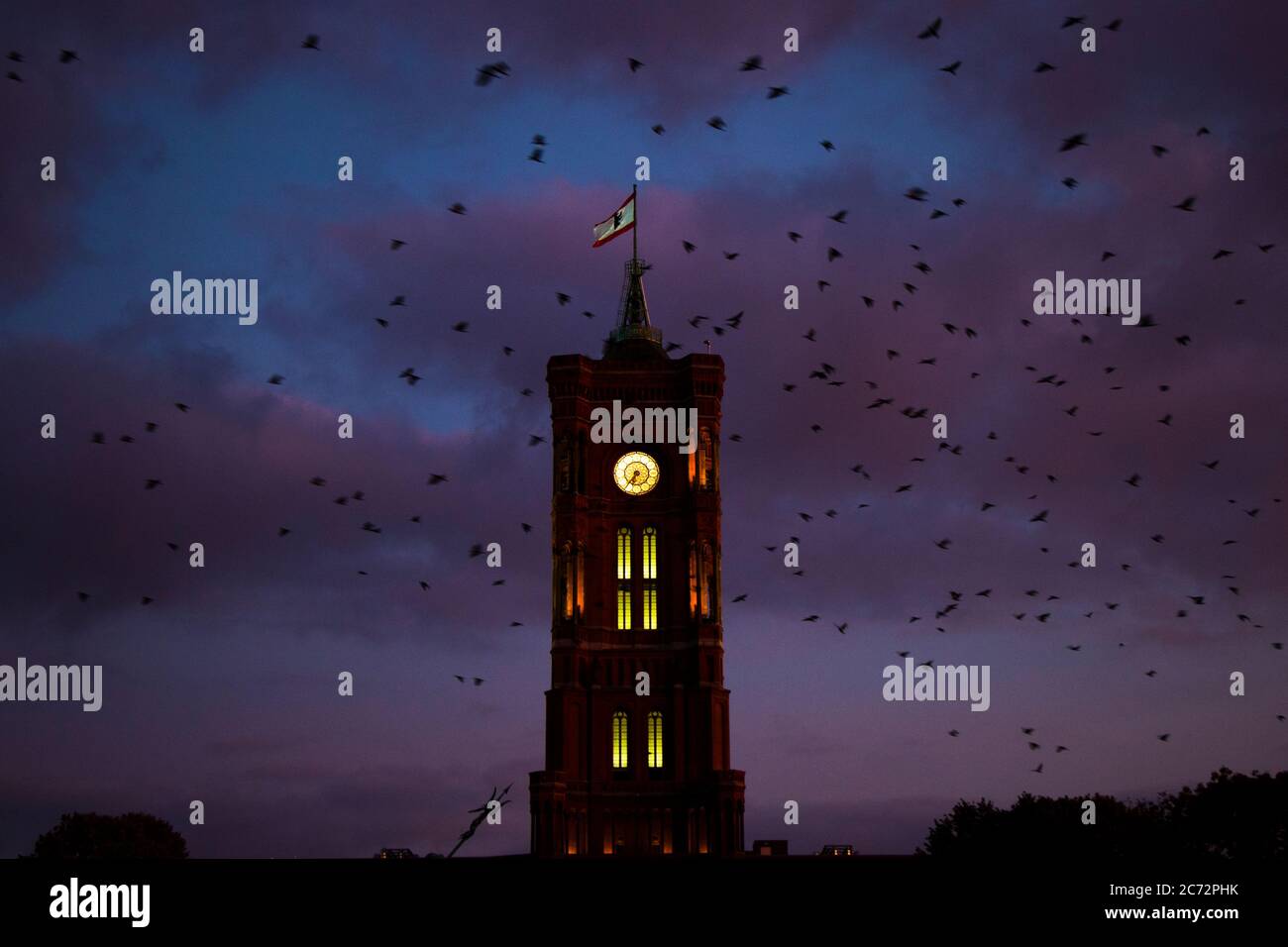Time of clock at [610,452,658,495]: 6:35
